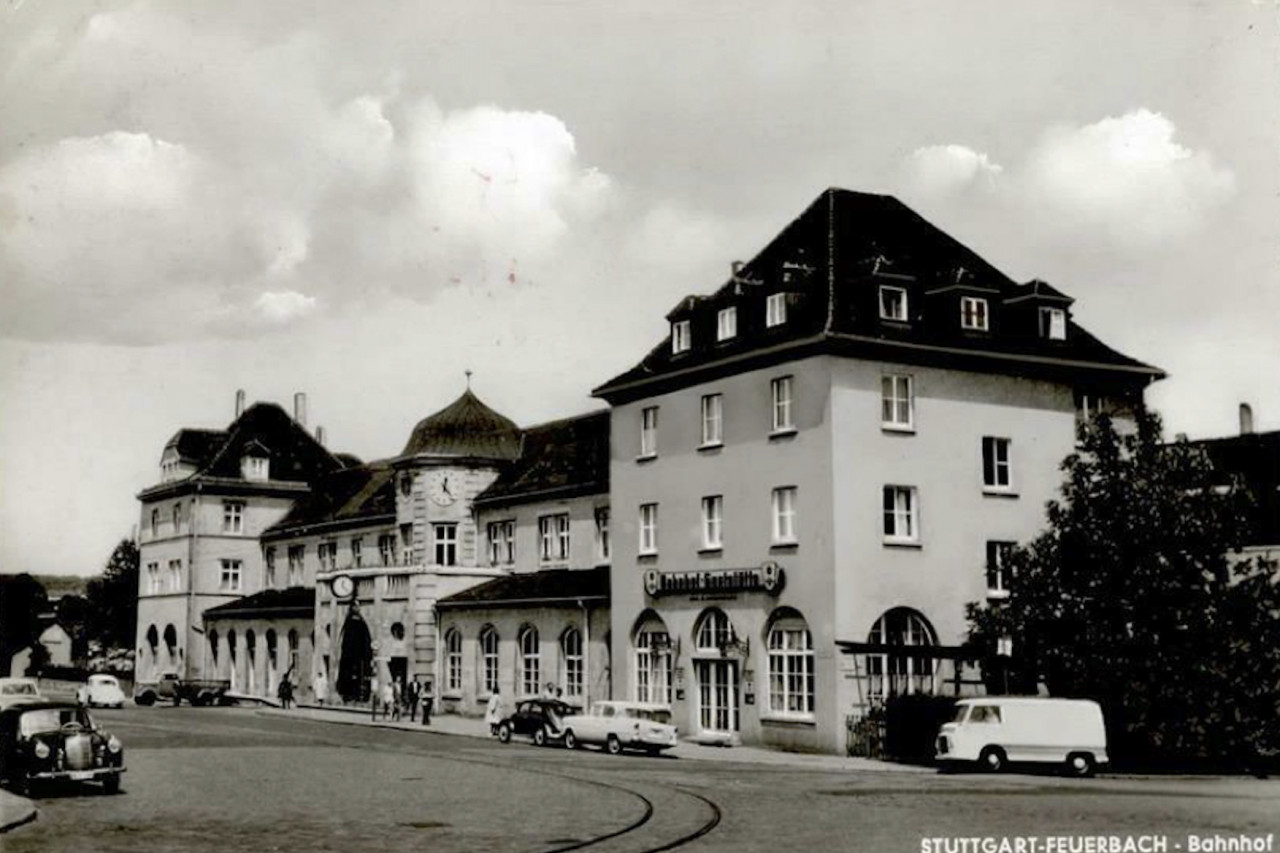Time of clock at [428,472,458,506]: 12:23
